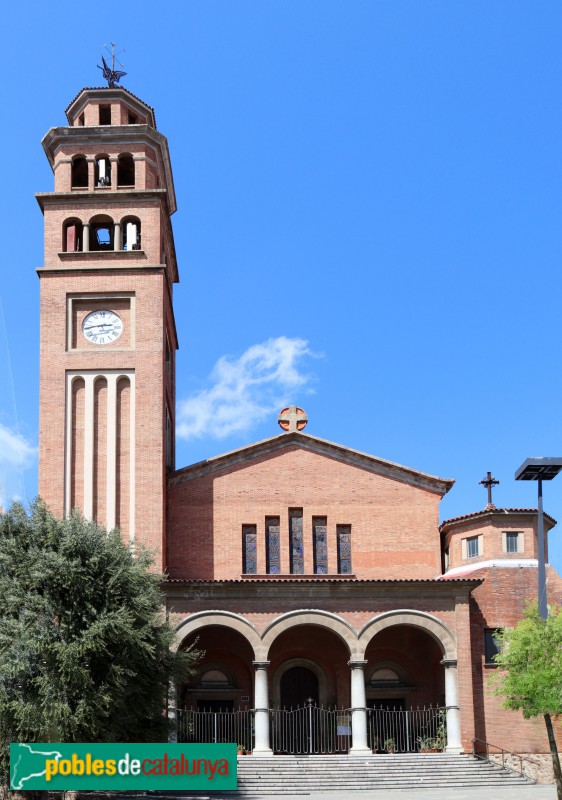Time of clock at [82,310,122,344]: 2:44
